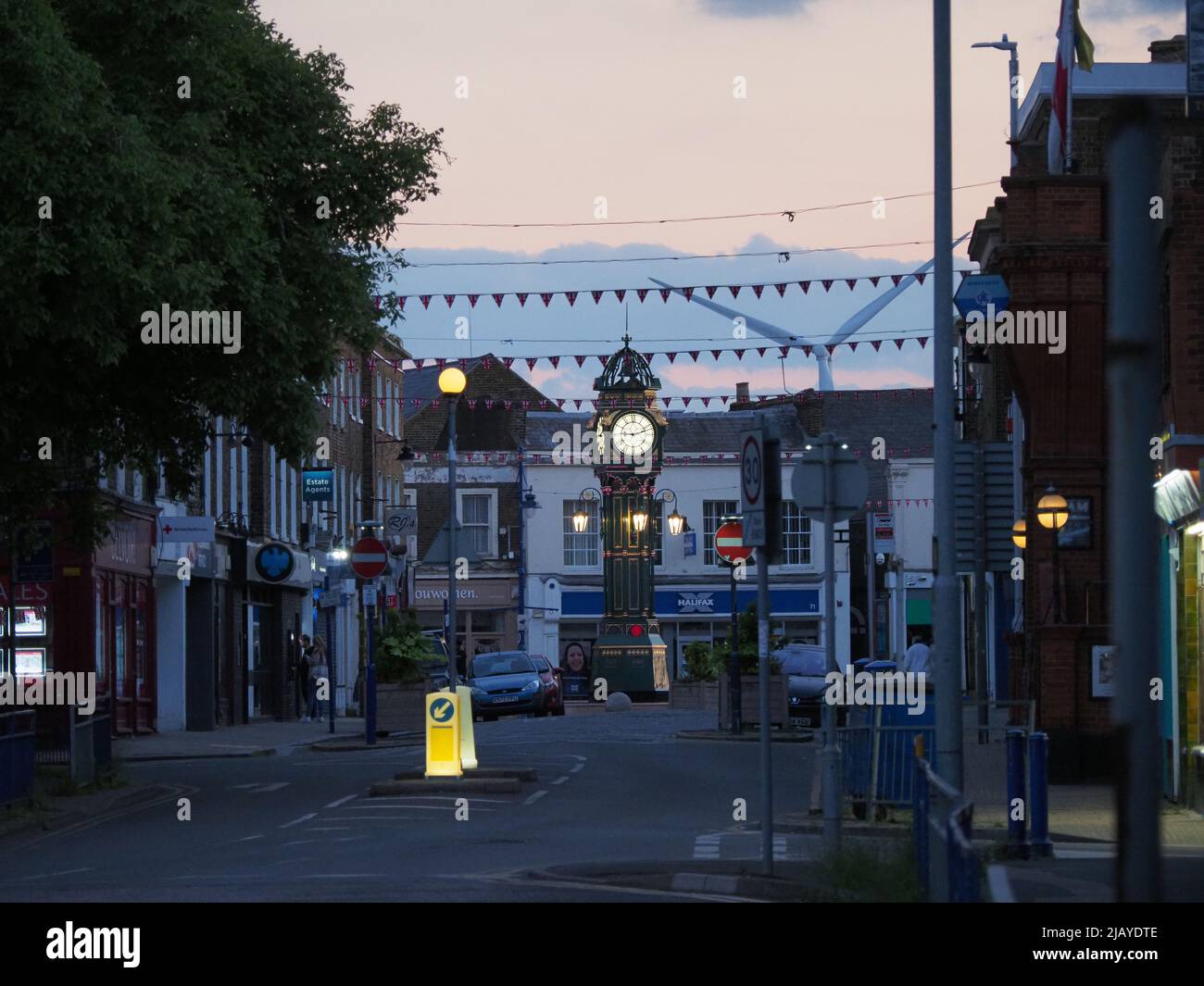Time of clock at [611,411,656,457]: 9:12
